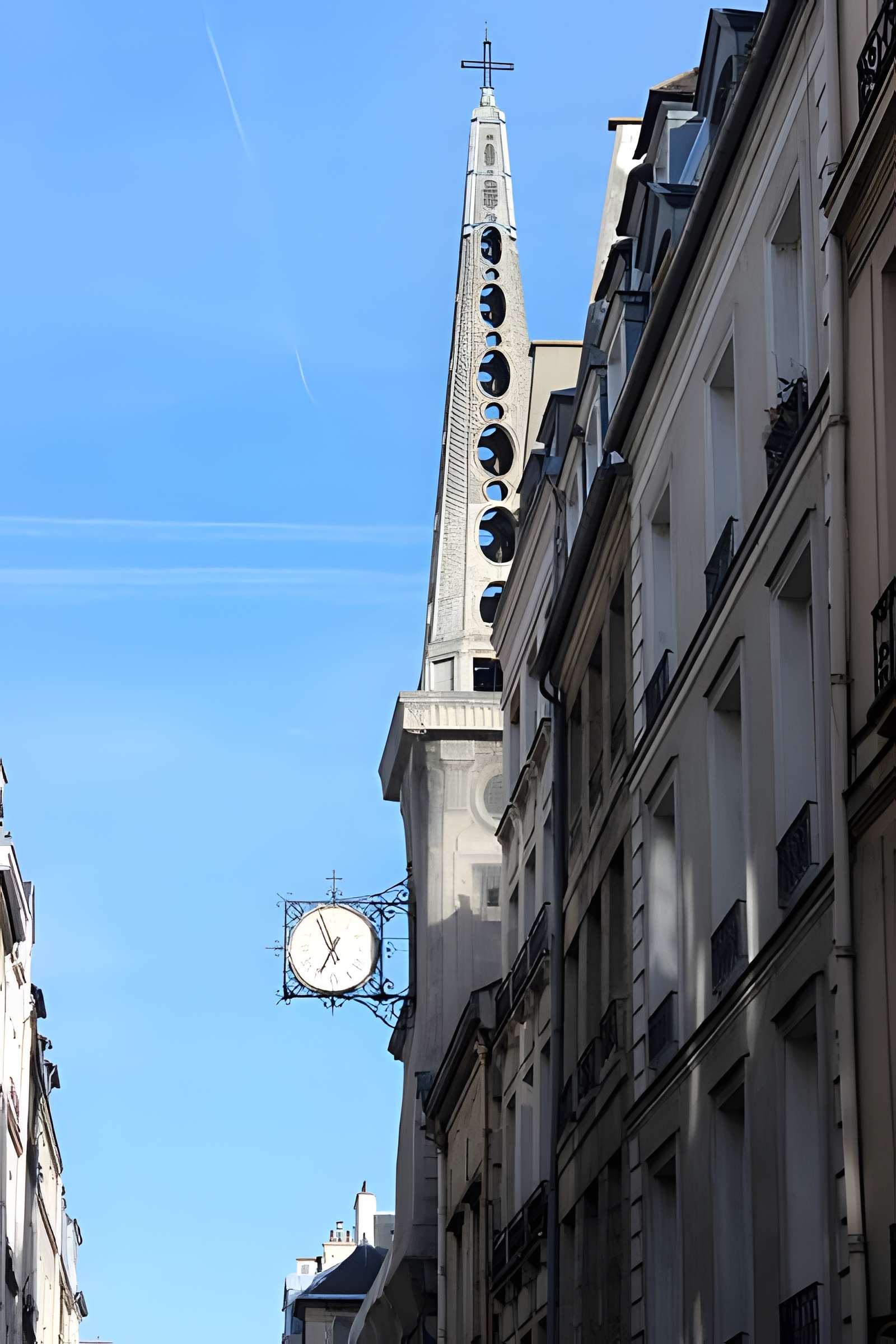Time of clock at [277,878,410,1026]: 6:56
